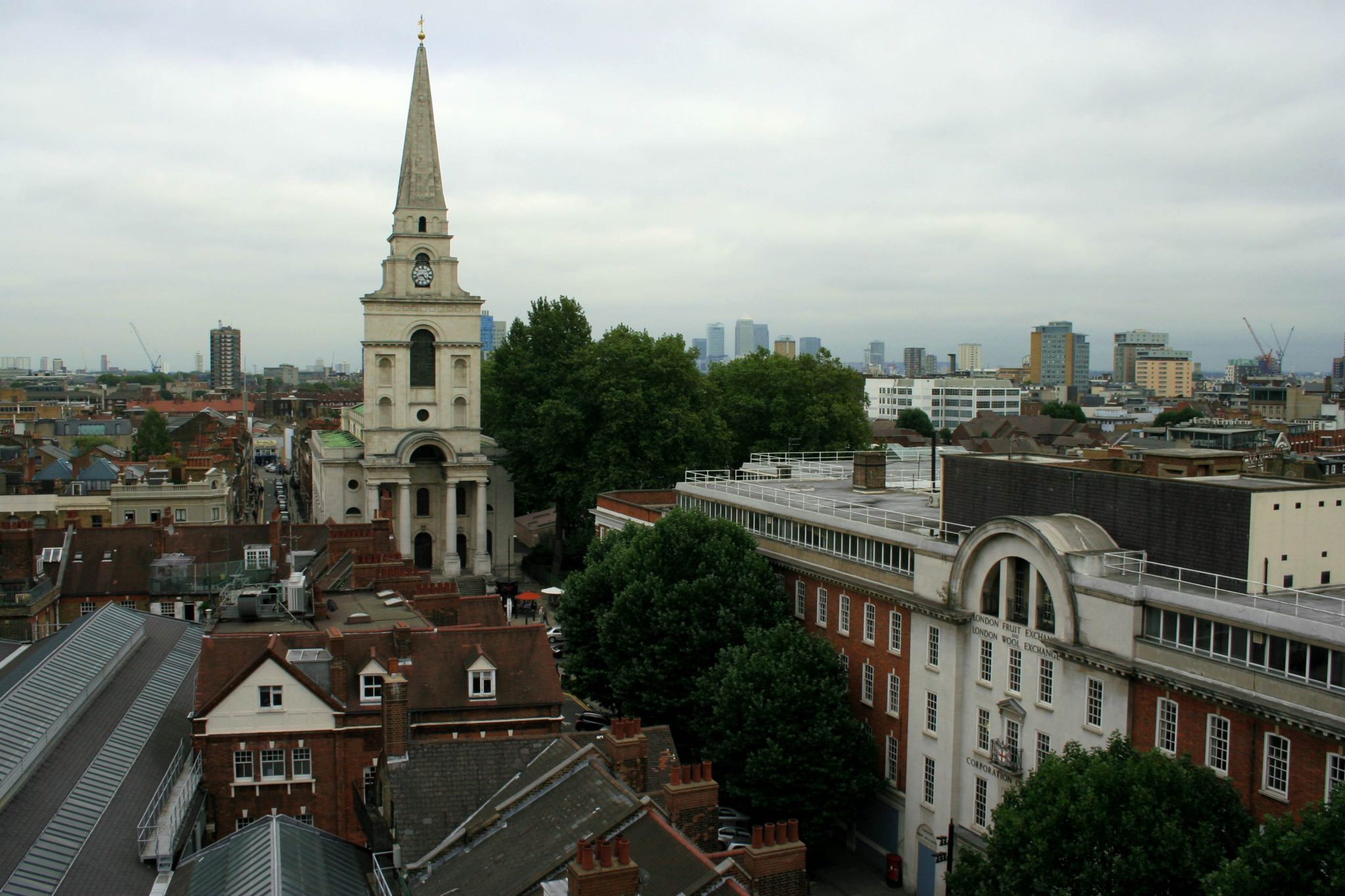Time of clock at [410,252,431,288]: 4:42
